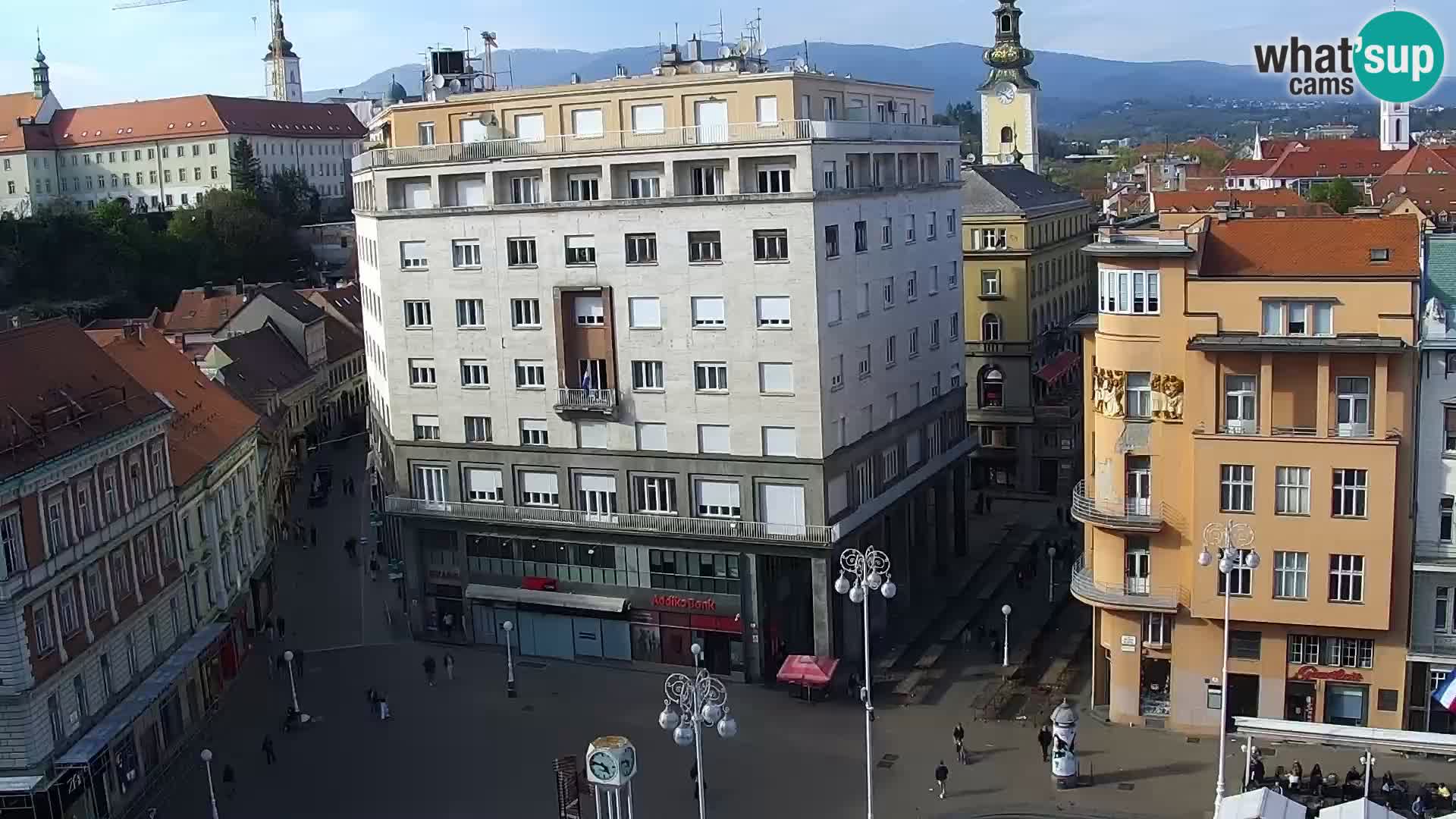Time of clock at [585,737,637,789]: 4:46
